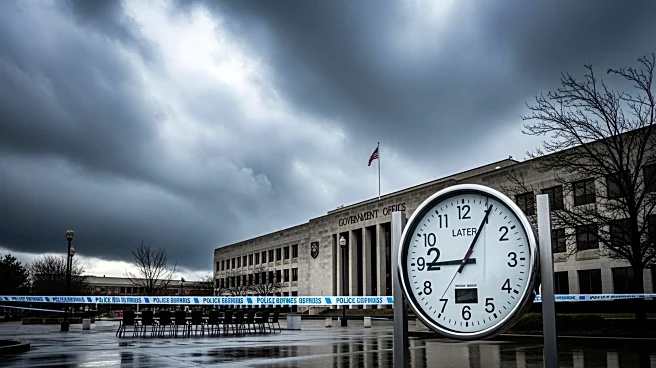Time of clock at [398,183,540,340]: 9:05
